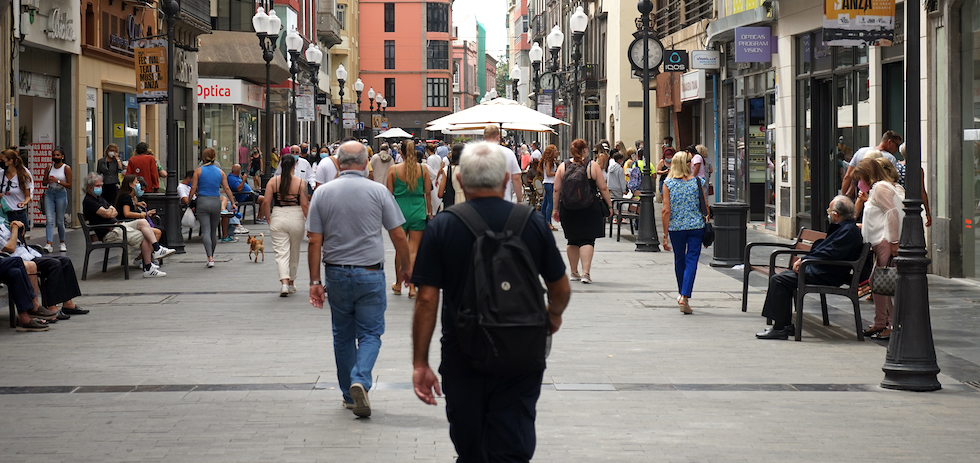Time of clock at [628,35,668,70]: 6:00
